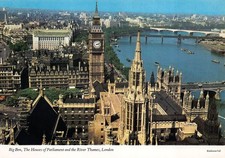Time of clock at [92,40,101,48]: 3:11
